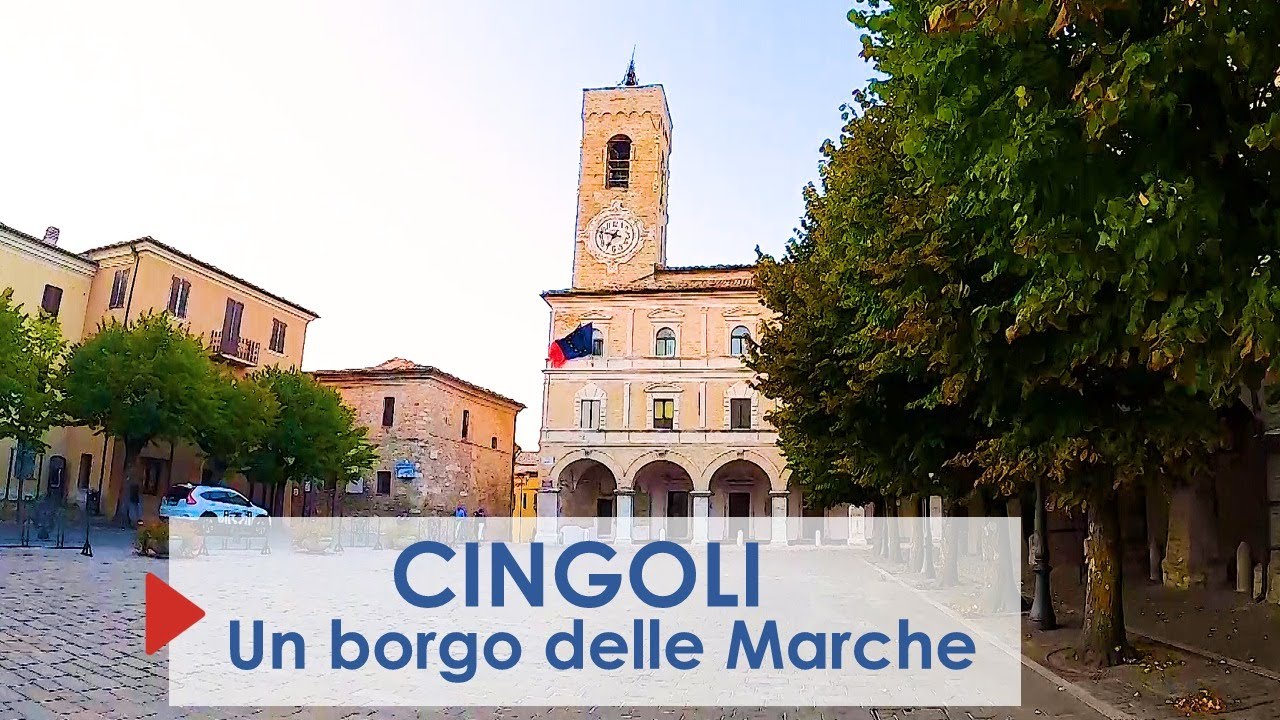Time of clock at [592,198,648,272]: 6:47
